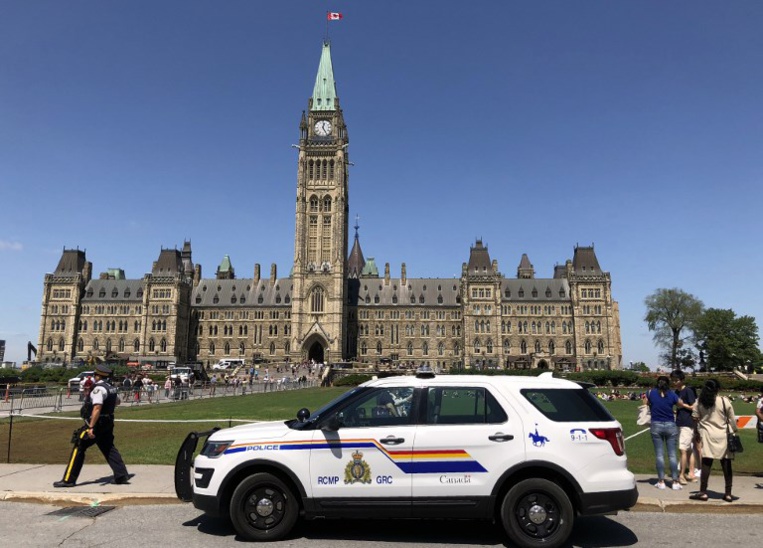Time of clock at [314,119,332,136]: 12:24
